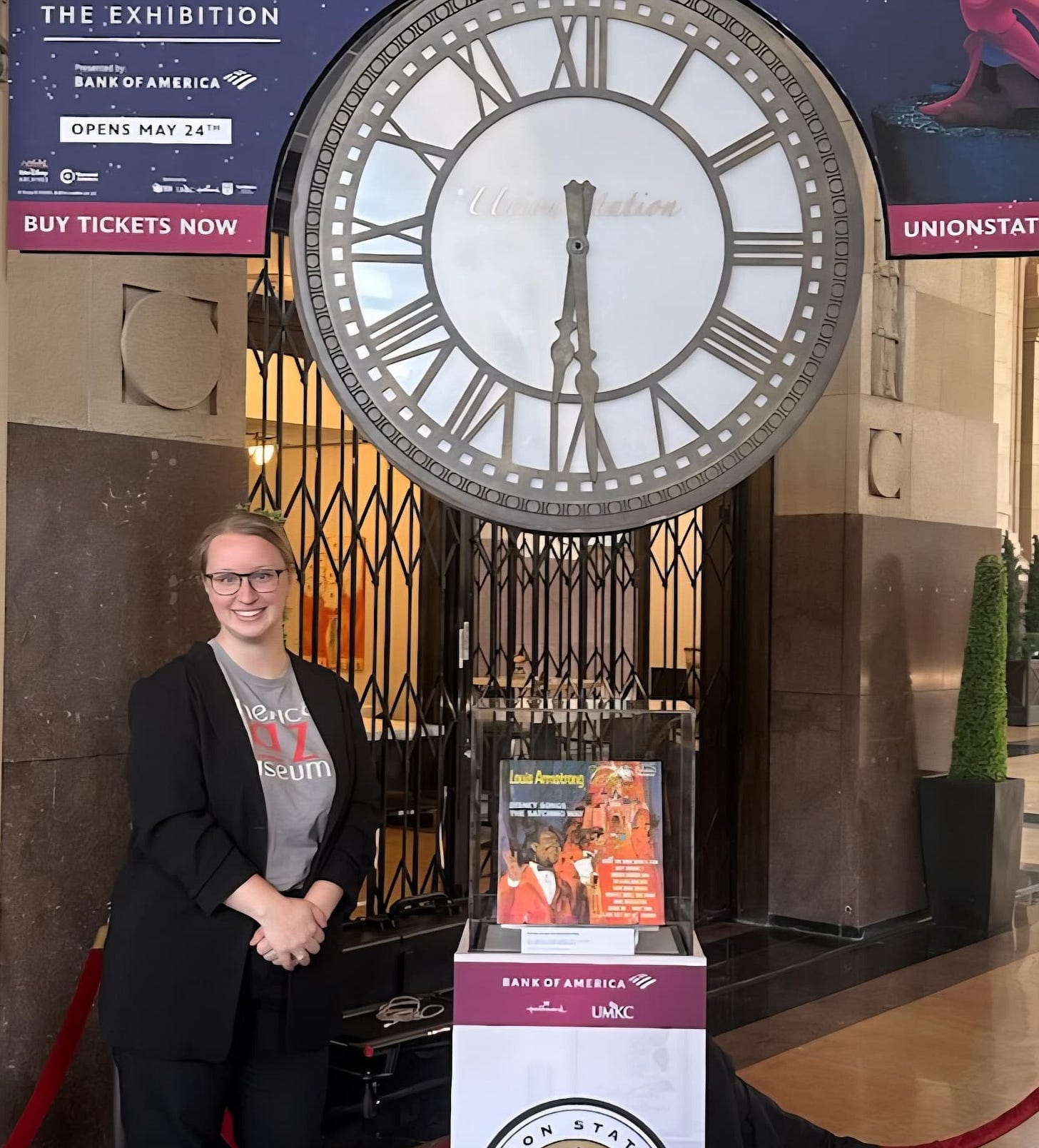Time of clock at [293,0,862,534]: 6:29
